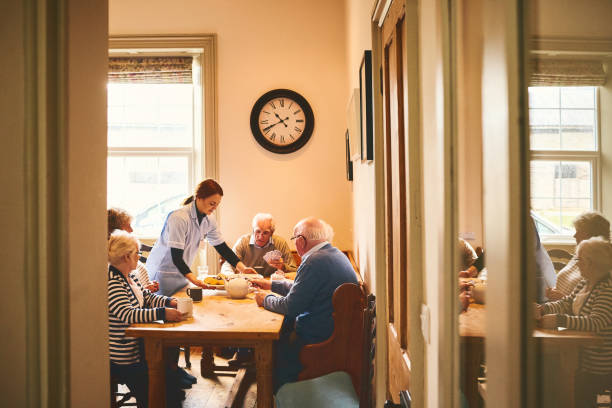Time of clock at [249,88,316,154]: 10:40
